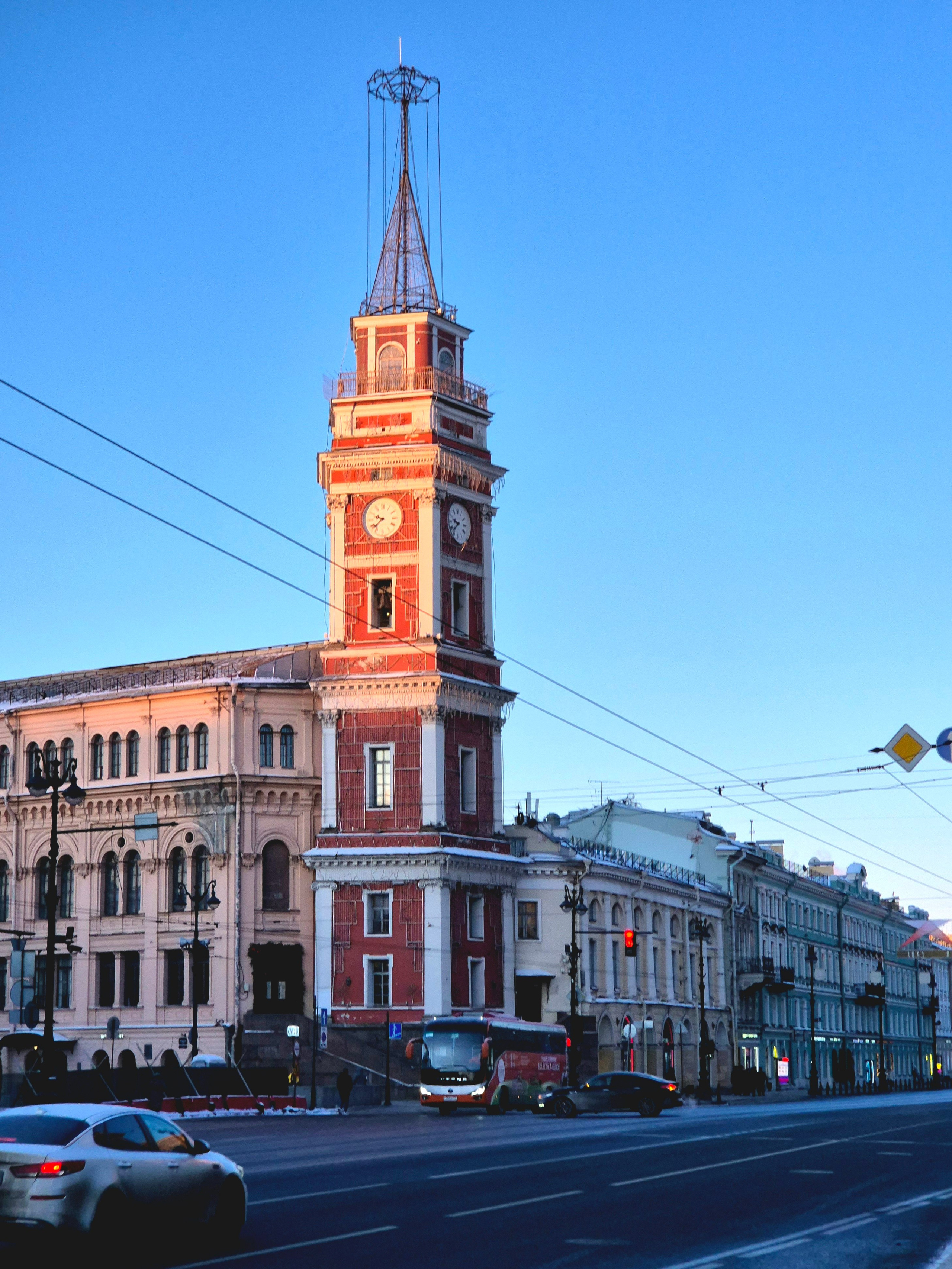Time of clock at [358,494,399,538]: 9:38
